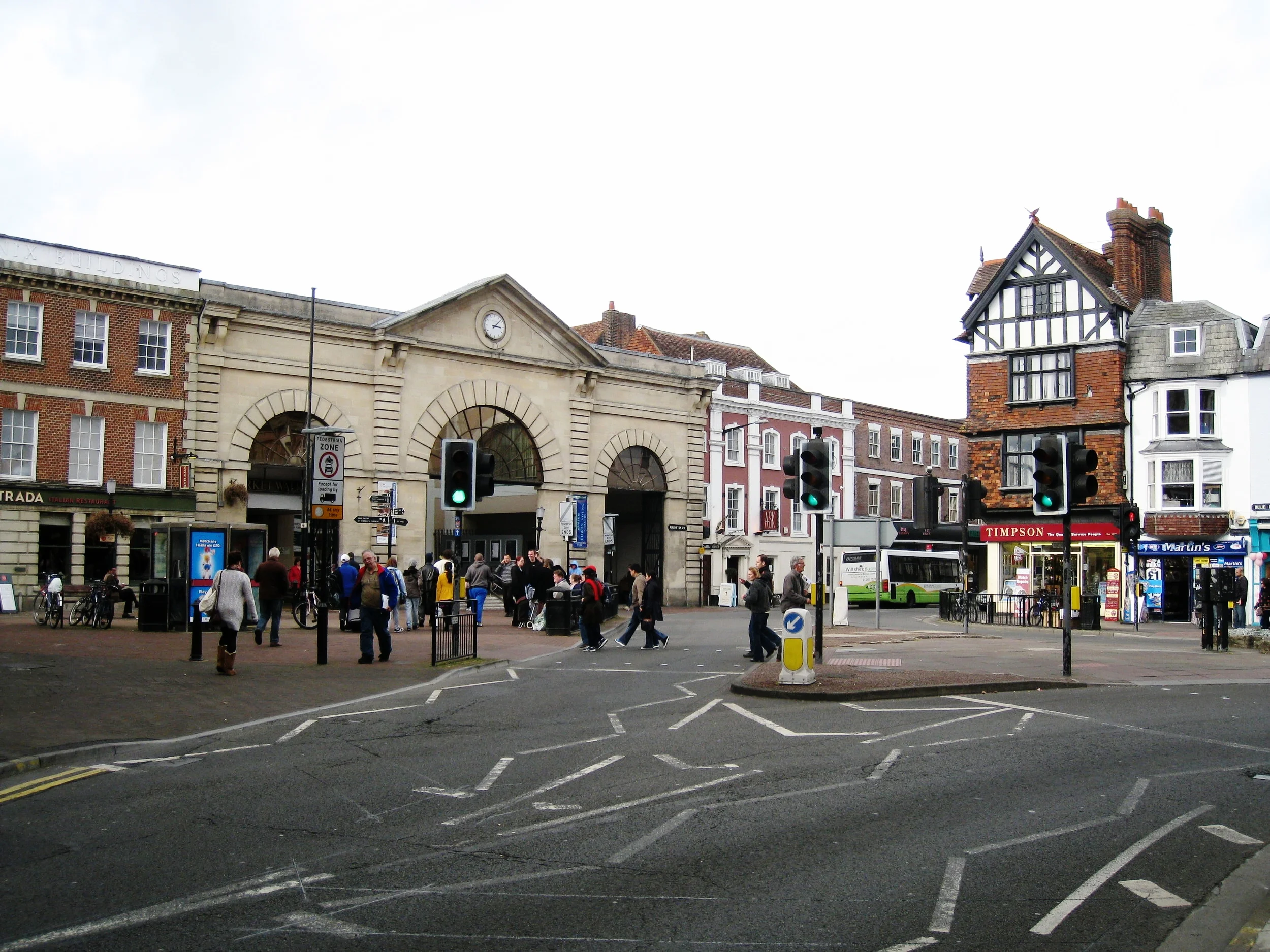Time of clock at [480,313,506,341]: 3:08
